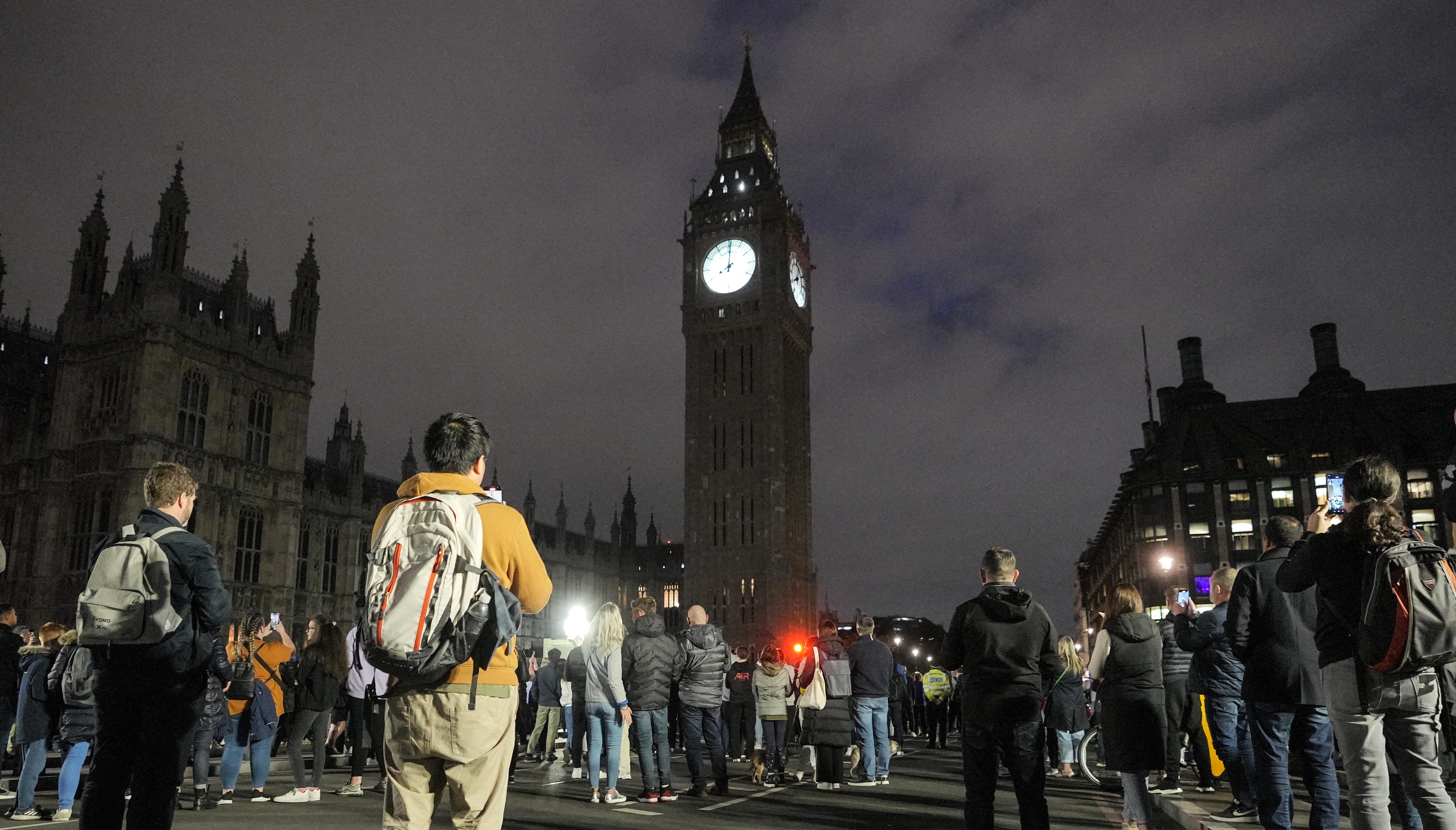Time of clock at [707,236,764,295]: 8:00
